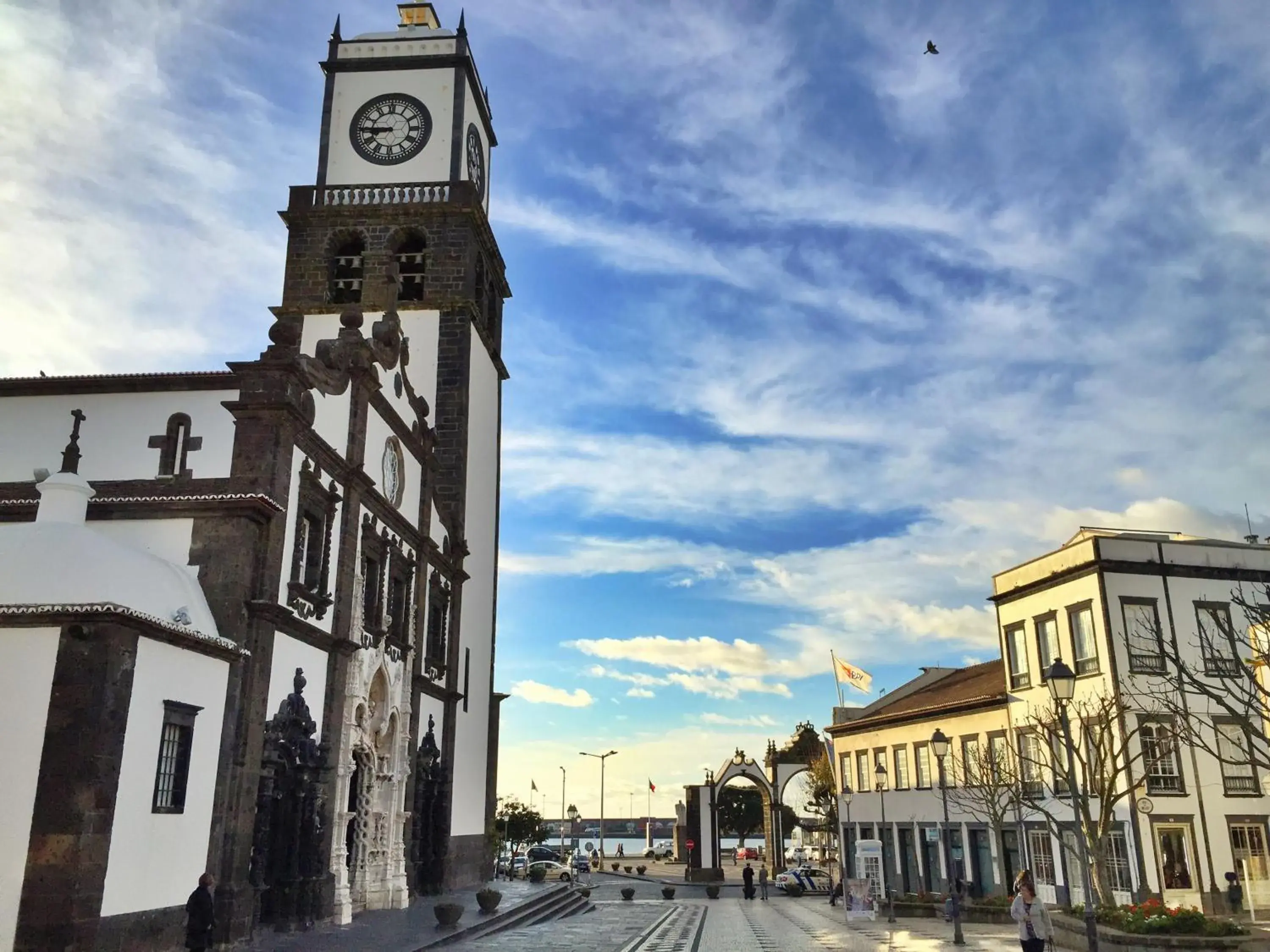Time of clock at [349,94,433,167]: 8:45
